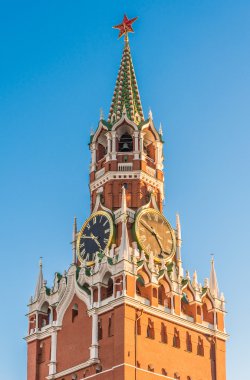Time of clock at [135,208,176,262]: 4:49
